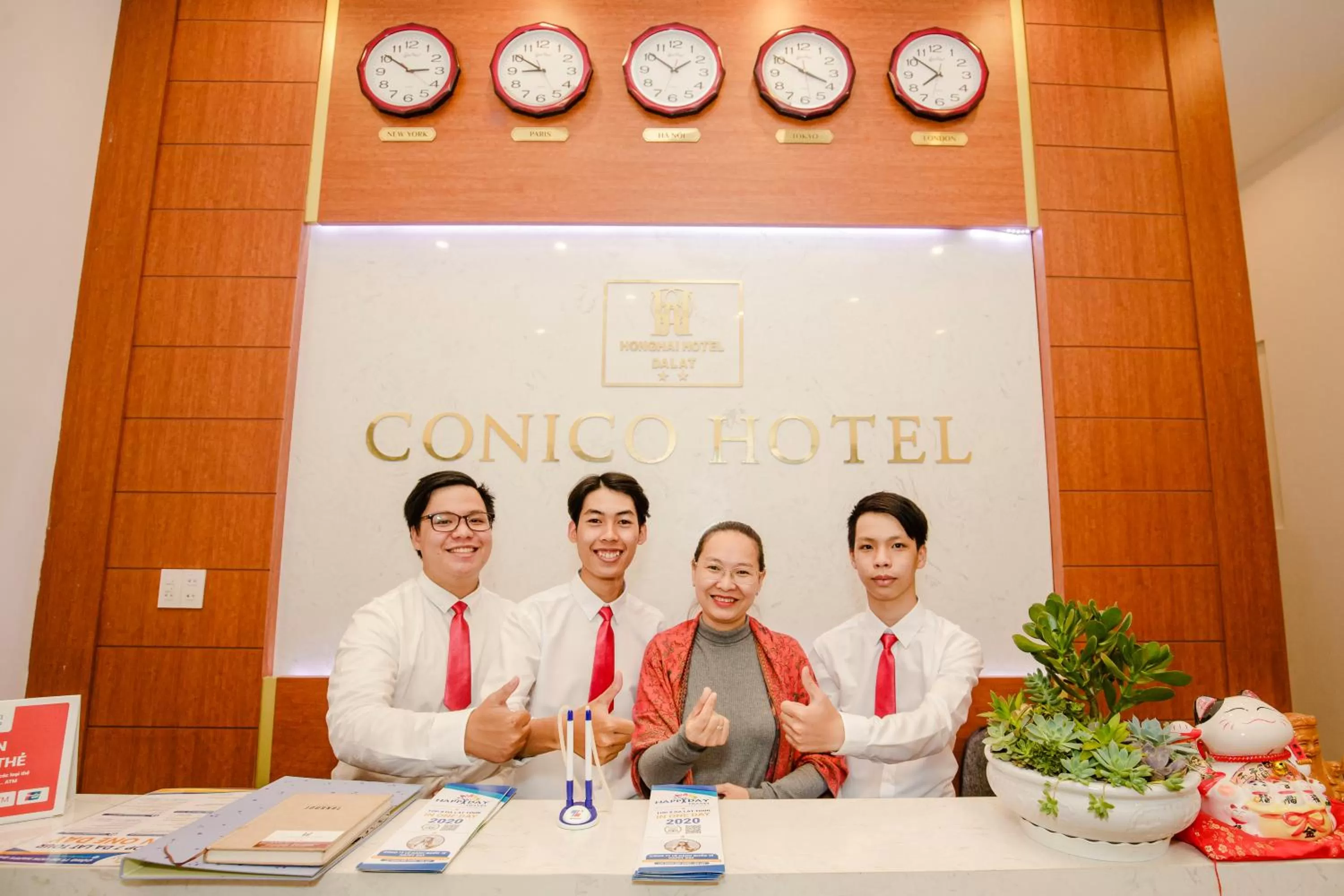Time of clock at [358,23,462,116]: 2:50
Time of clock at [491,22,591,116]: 8:50
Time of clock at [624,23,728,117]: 1:51
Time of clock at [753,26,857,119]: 3:50
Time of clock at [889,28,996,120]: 7:51
